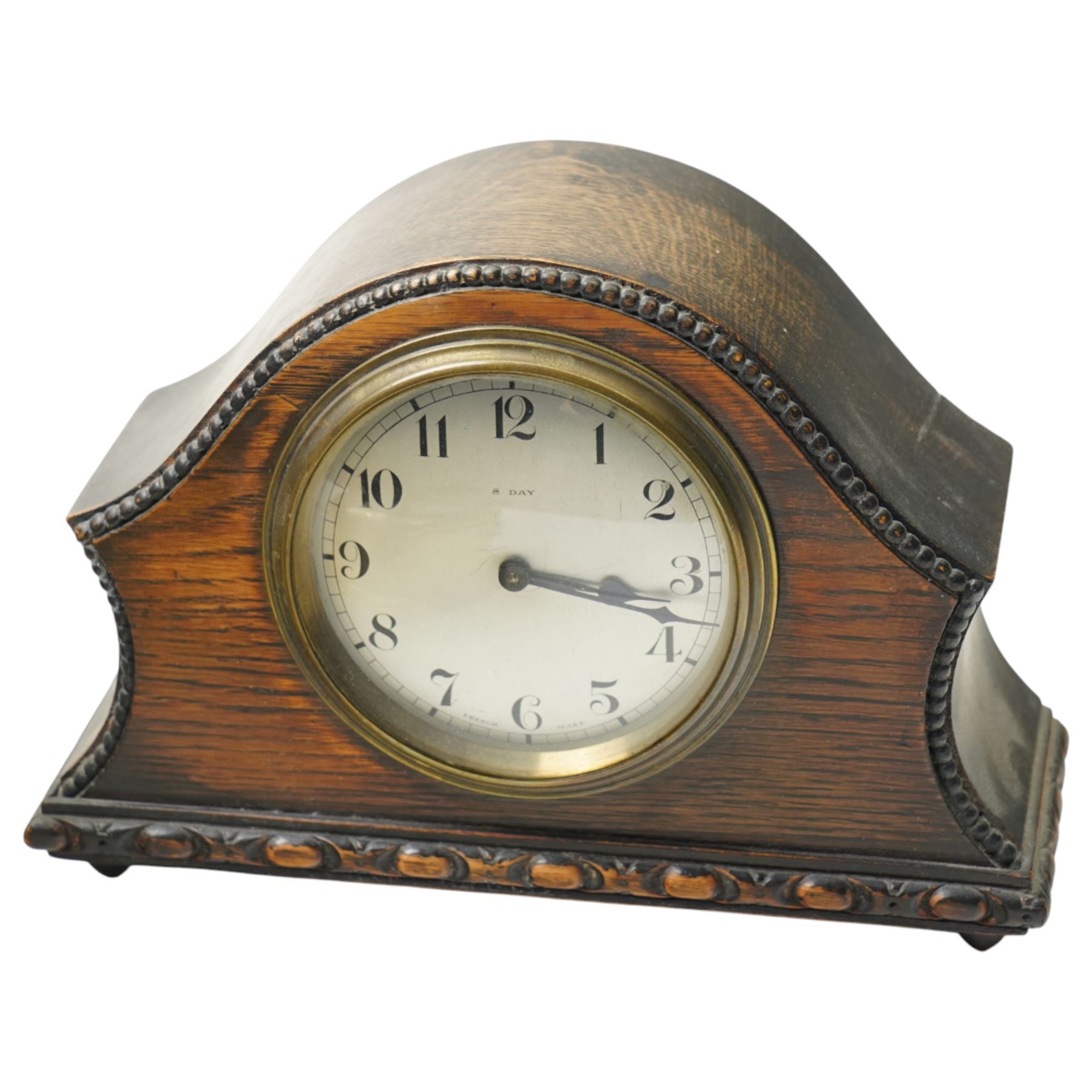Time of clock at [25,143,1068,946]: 3:17
